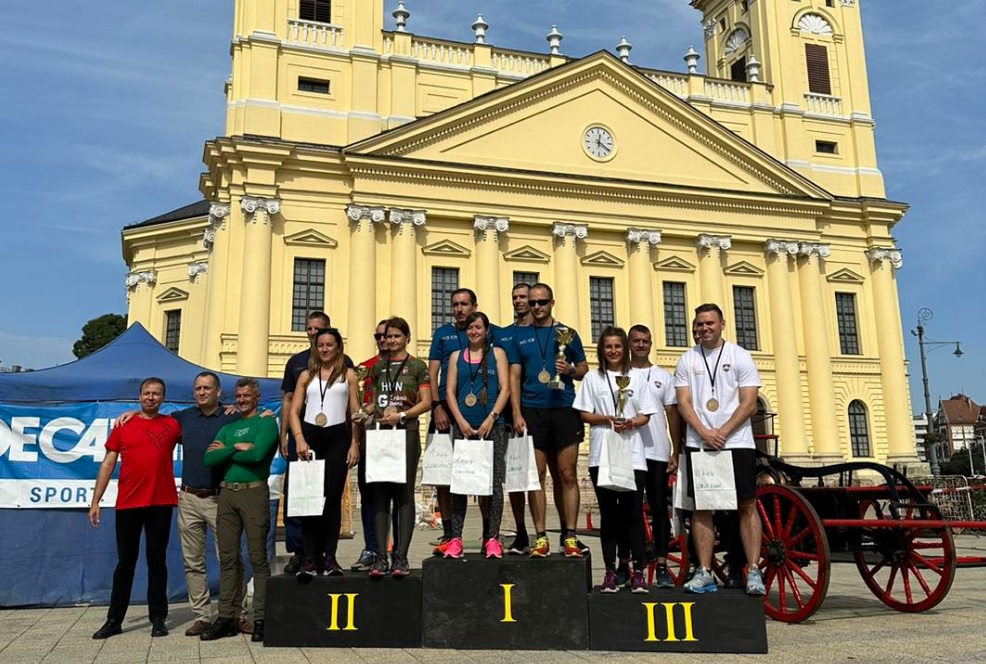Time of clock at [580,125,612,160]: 12:20
